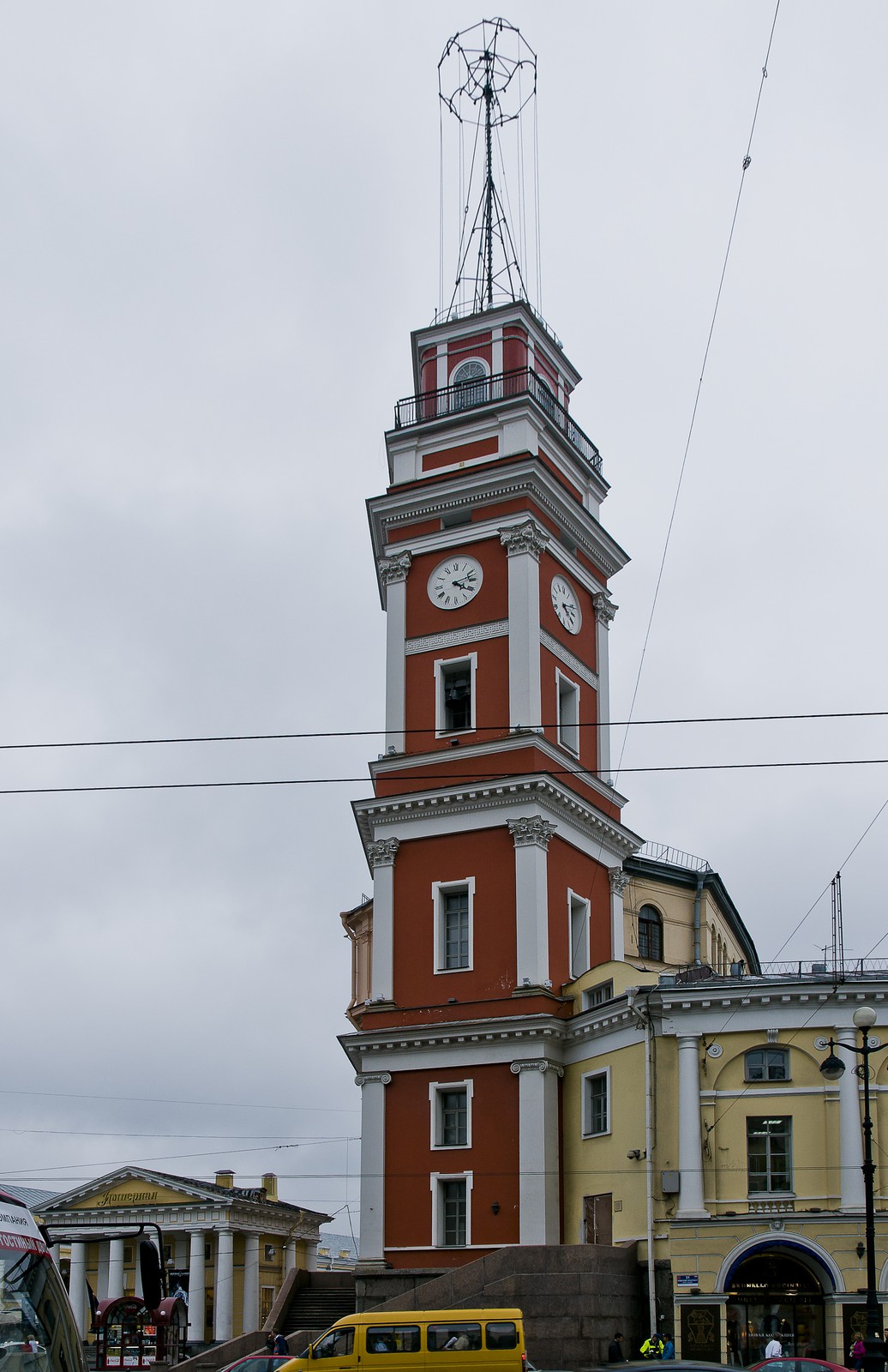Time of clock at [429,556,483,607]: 4:12
